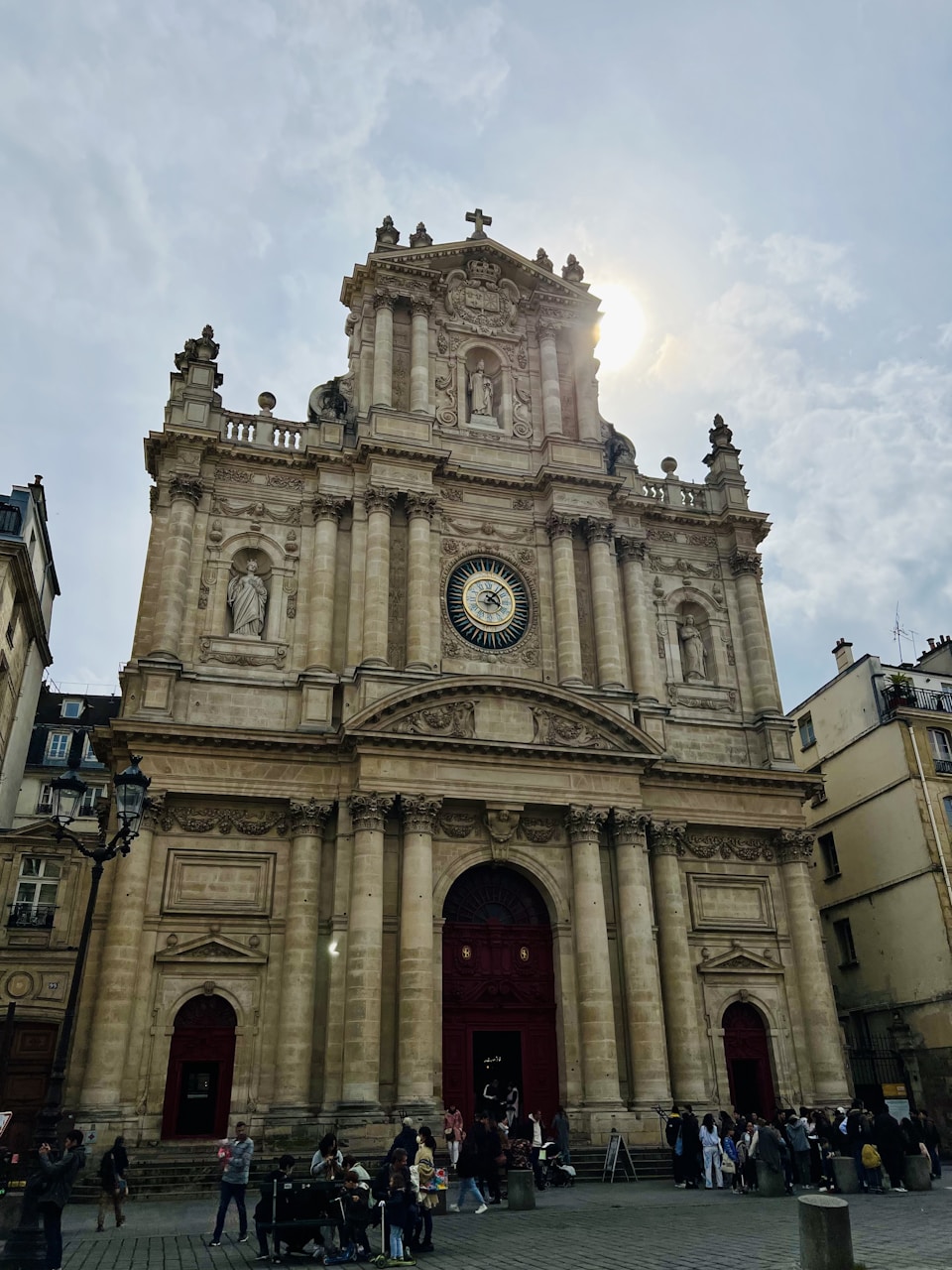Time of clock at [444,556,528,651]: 4:07
